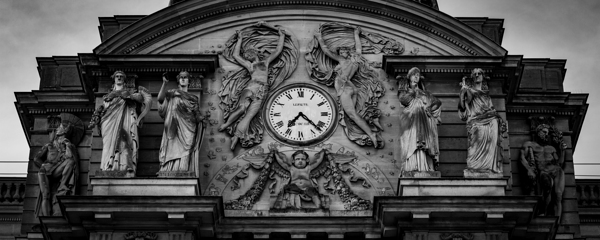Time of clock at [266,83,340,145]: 7:22
